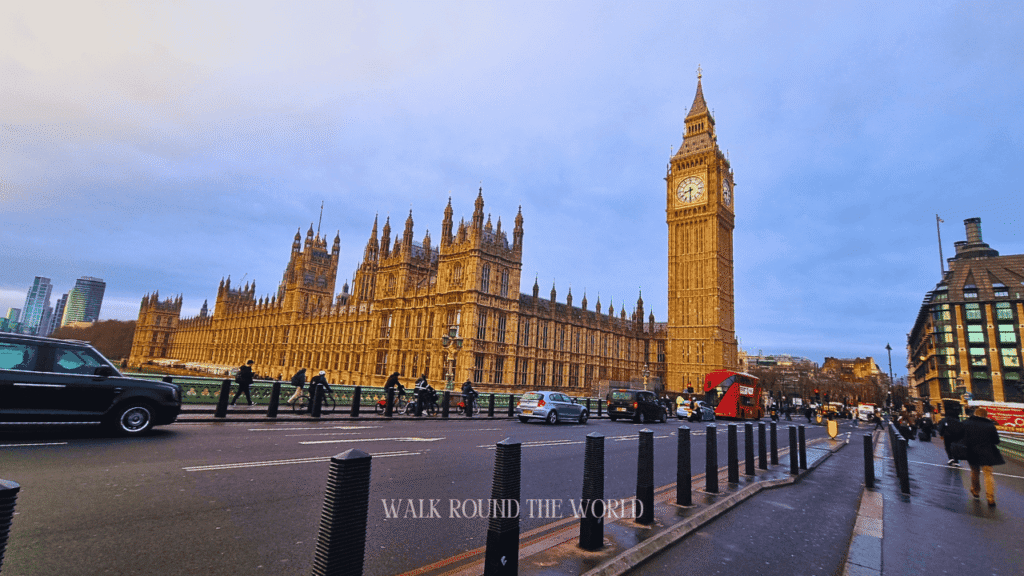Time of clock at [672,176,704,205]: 8:30
